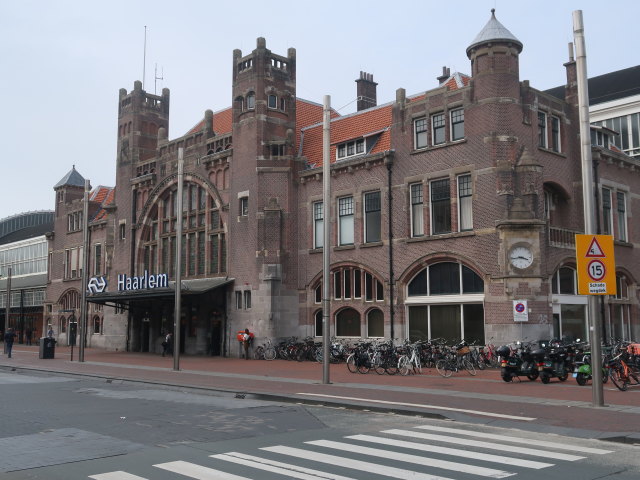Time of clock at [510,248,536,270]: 3:43
